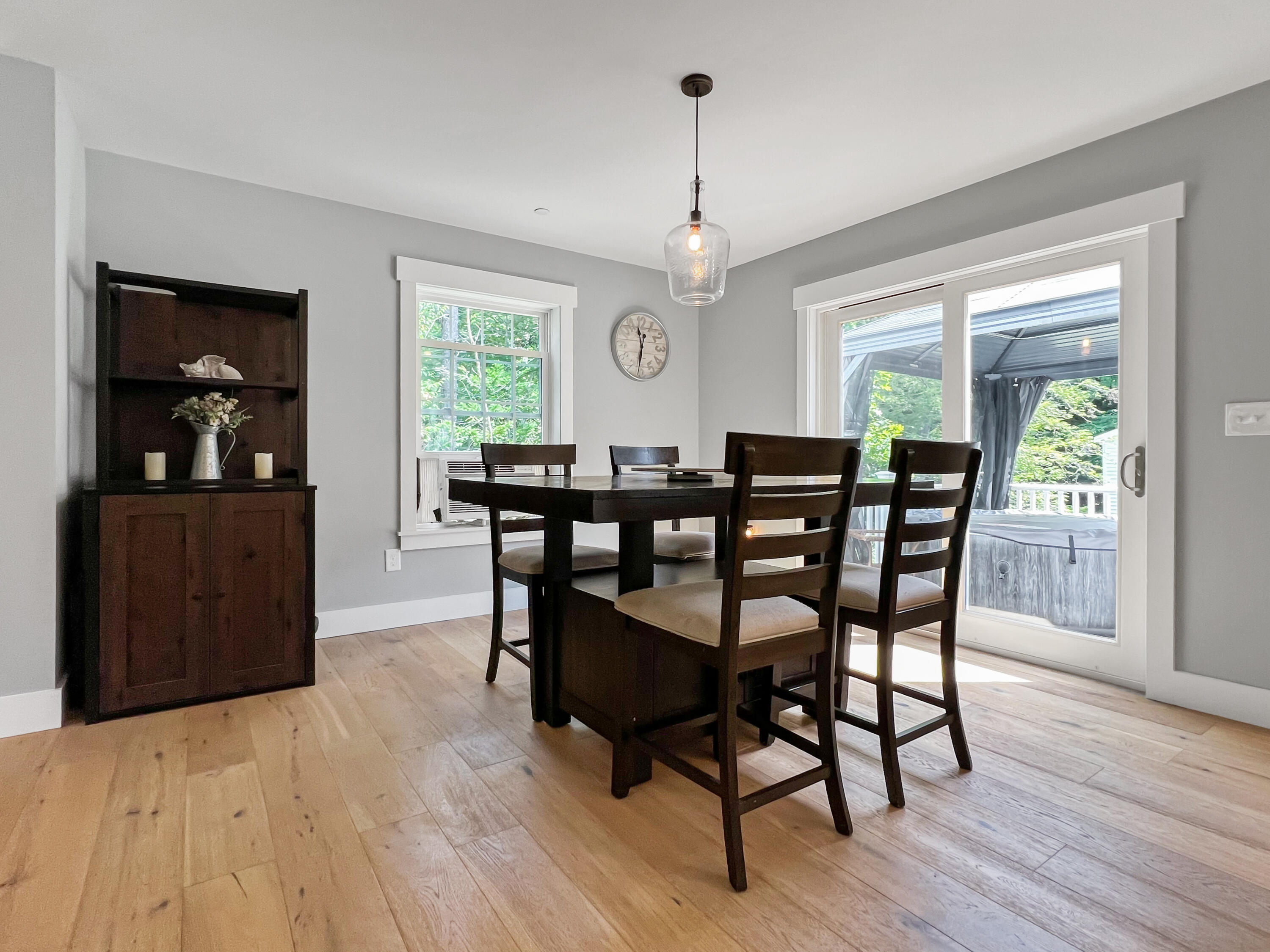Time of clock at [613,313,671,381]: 11:31
